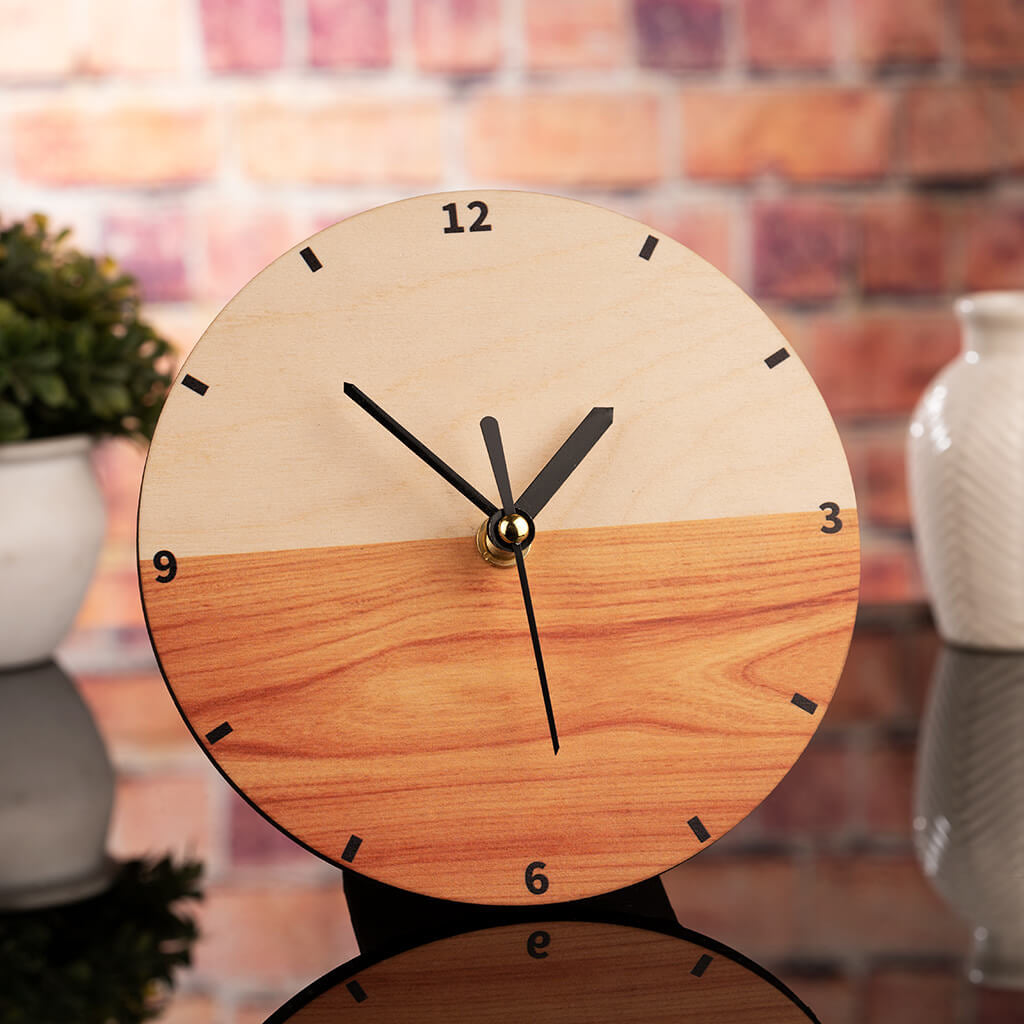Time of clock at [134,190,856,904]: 1:28
